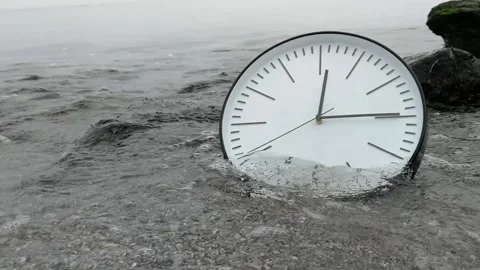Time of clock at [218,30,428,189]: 12:14
